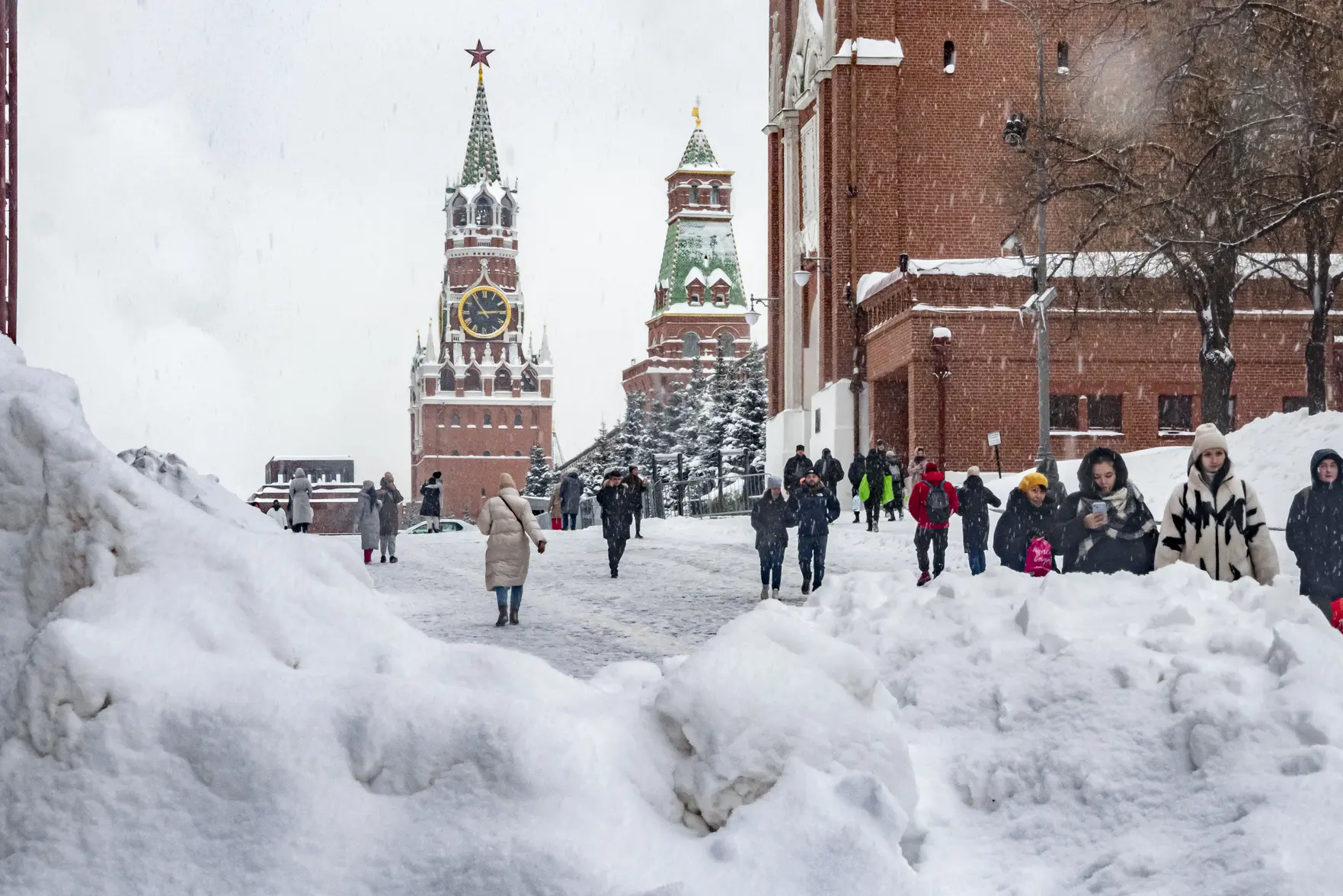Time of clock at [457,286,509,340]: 2:54
